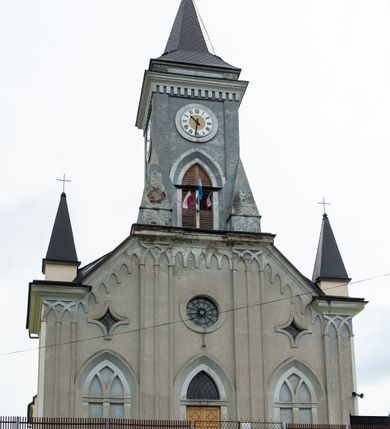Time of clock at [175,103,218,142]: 10:31
